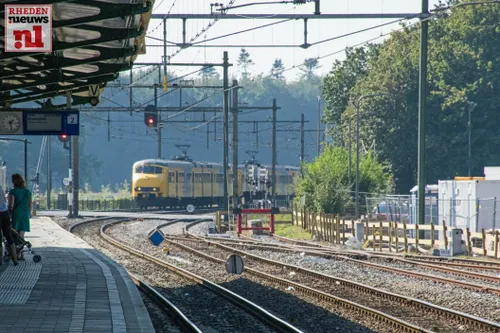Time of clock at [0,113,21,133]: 1:28
